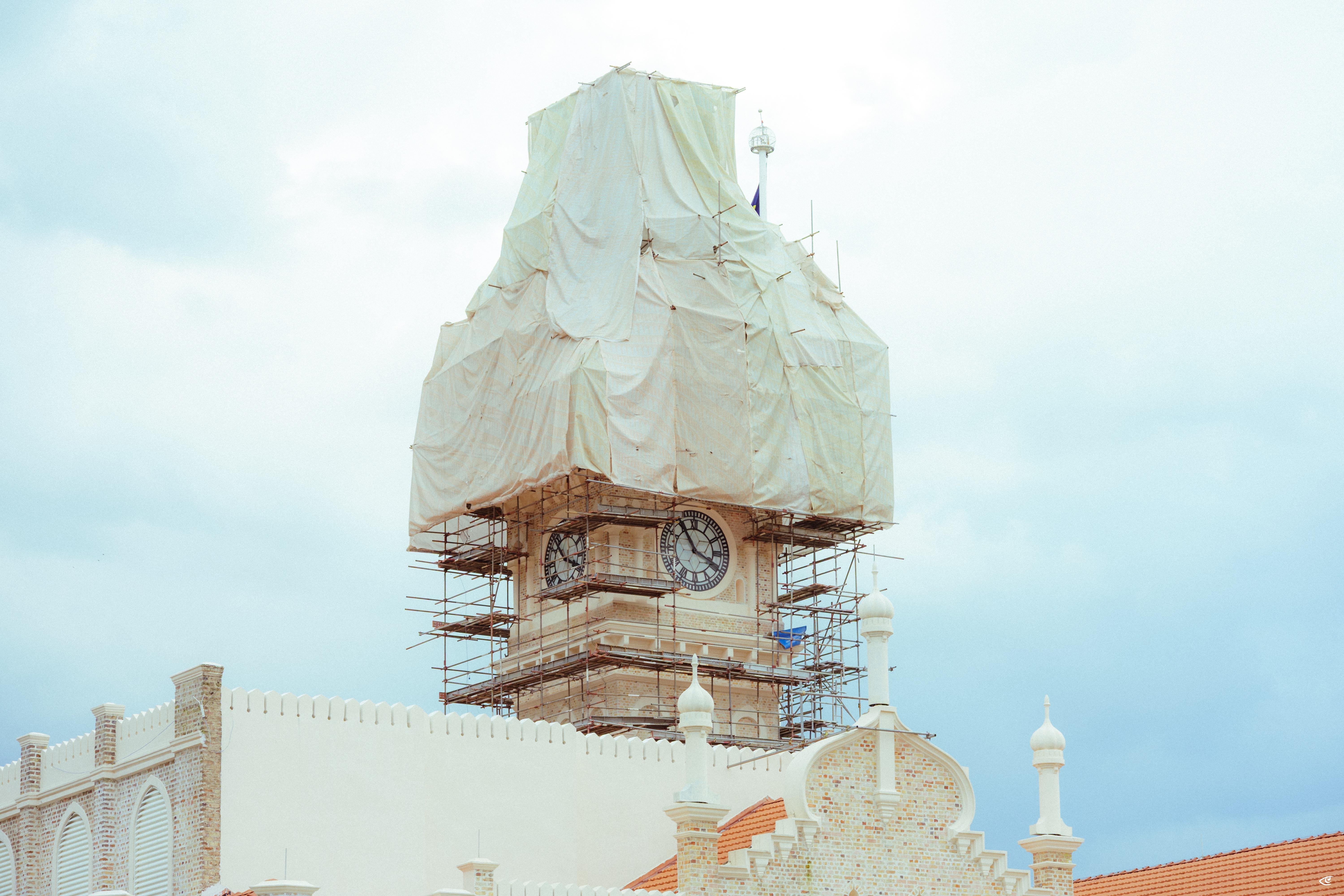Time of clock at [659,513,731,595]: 3:54
